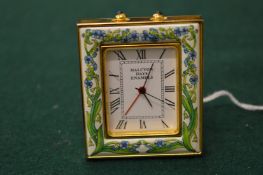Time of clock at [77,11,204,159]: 4:04
